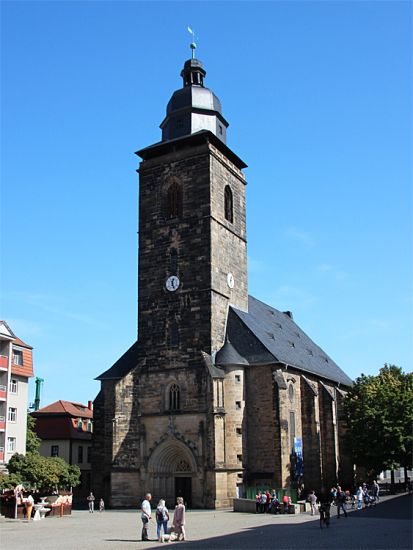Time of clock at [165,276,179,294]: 12:26
